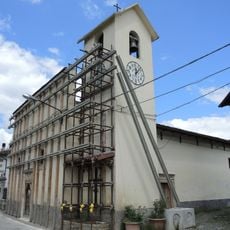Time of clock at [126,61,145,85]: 12:07
